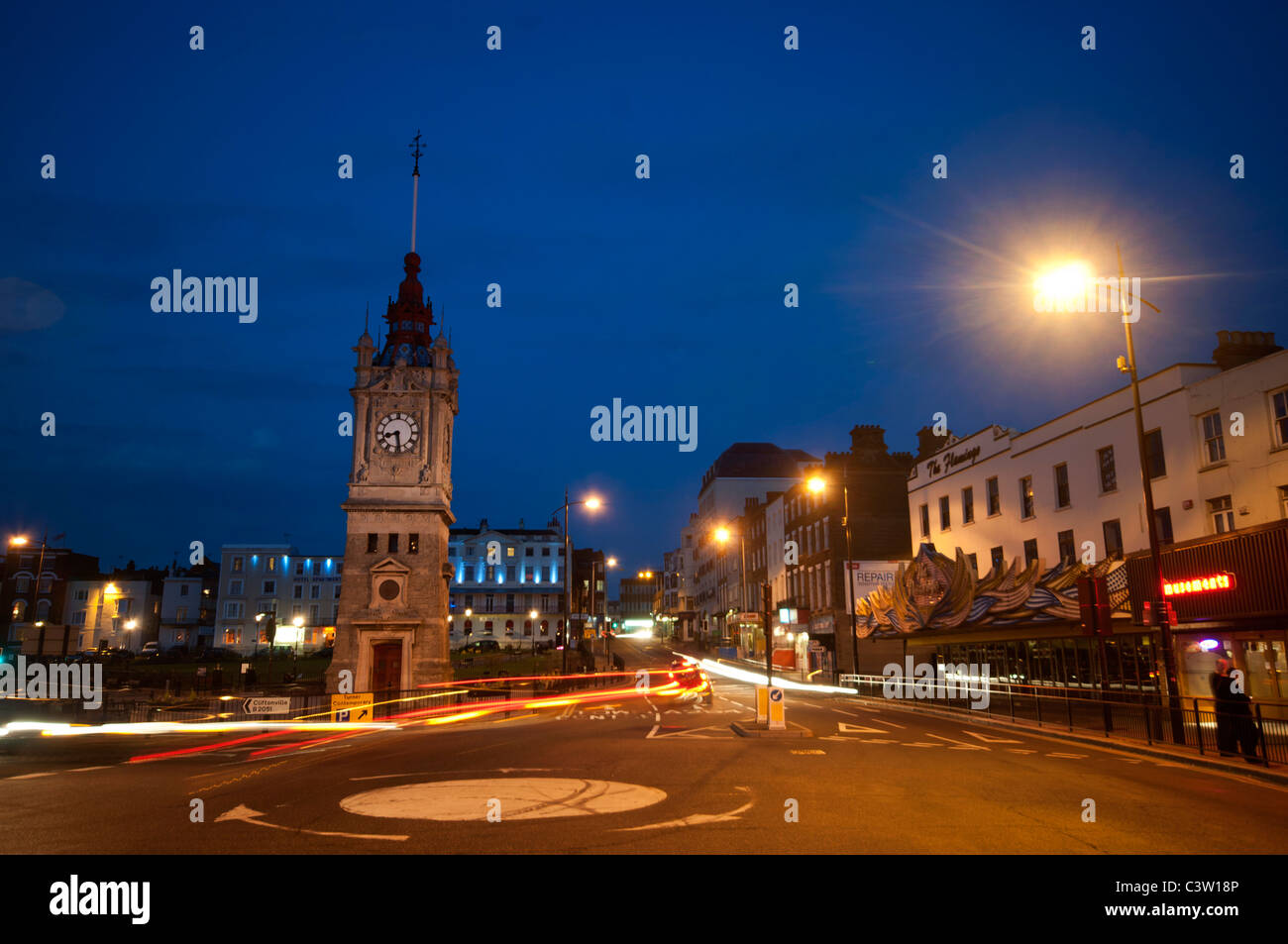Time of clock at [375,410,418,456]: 8:28
